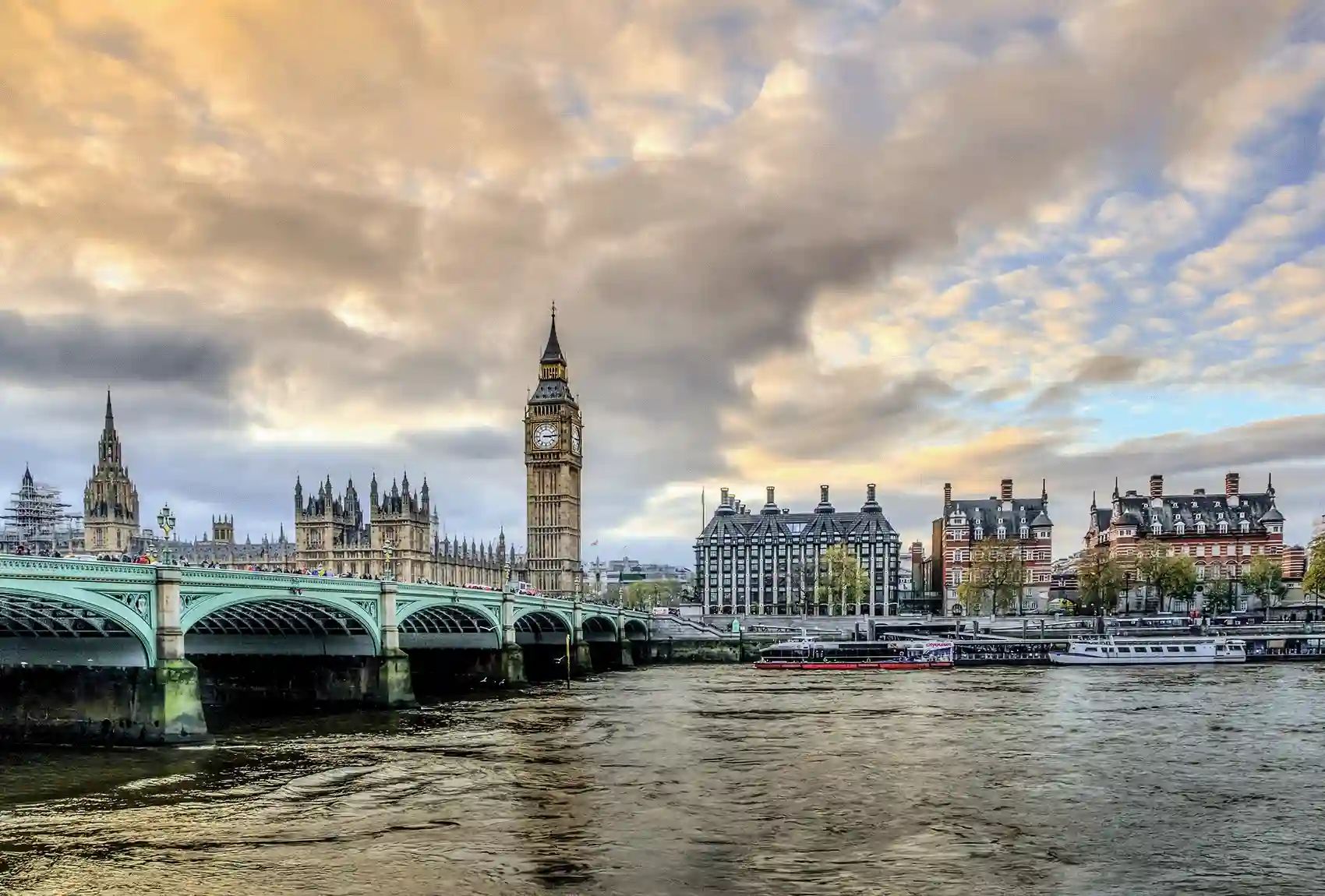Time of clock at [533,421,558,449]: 3:14
